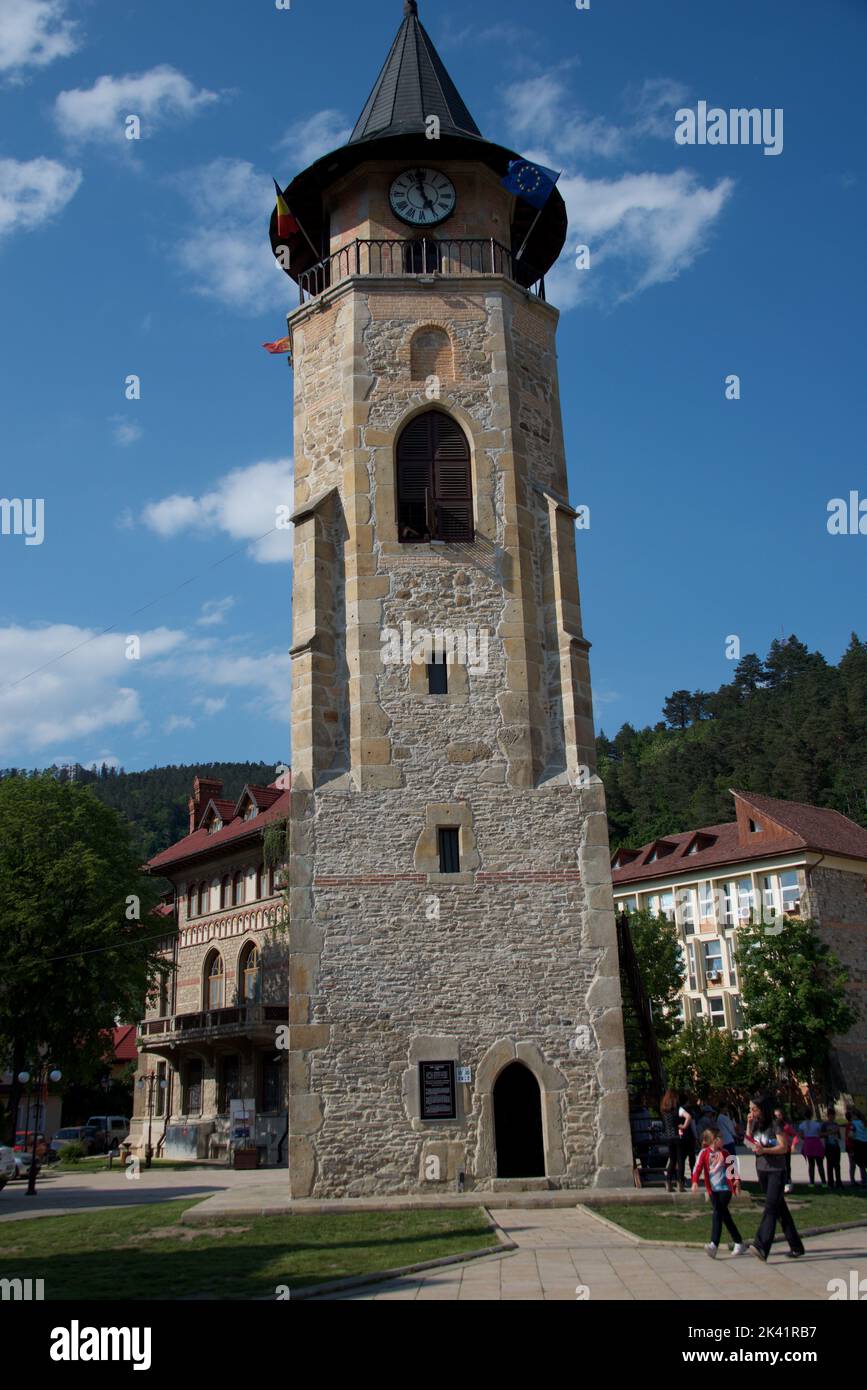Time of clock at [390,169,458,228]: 4:57
